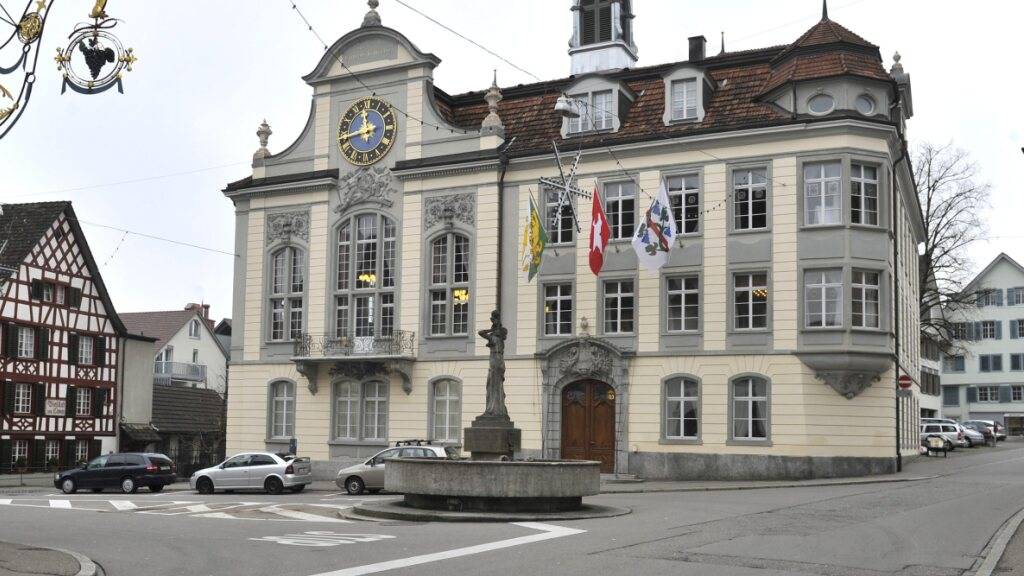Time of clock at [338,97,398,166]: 11:42
